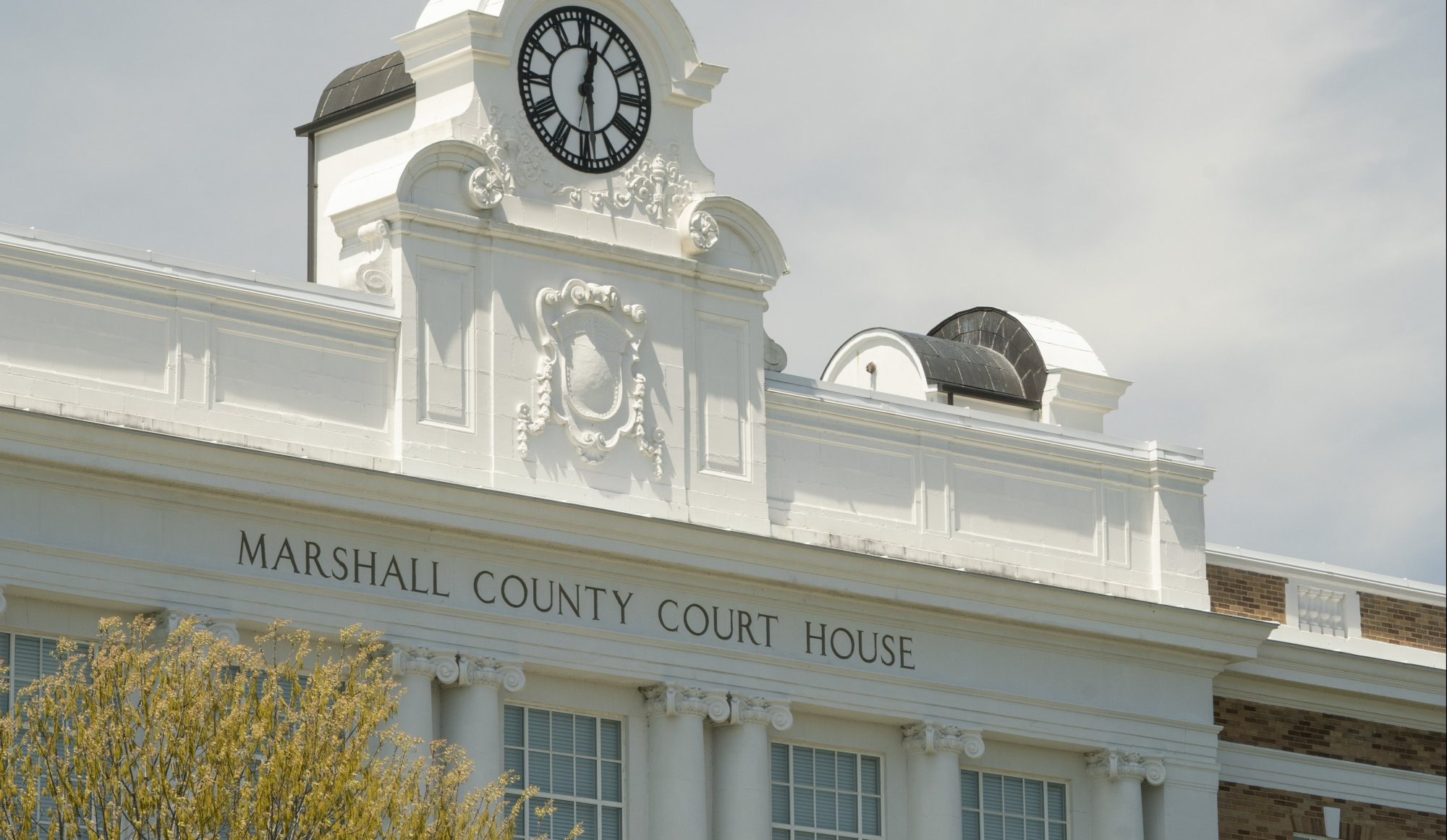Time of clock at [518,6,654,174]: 12:28
